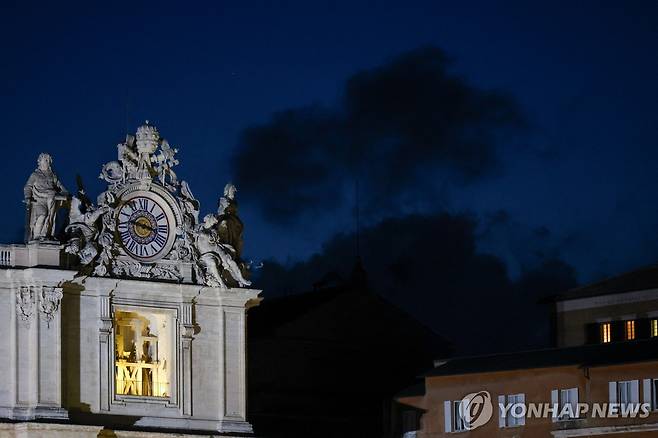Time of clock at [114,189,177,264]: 9:17
